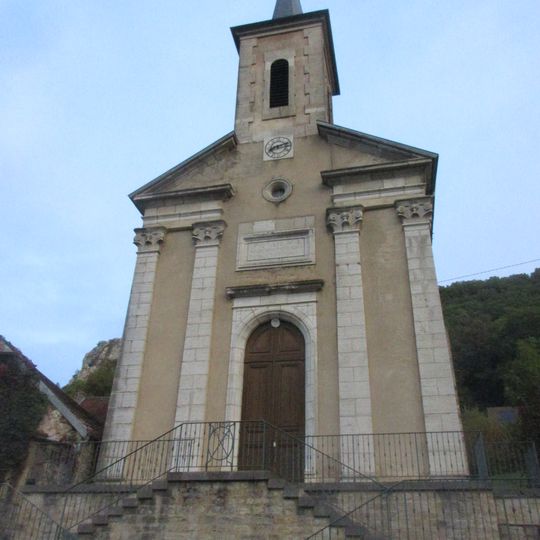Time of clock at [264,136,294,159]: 8:12
